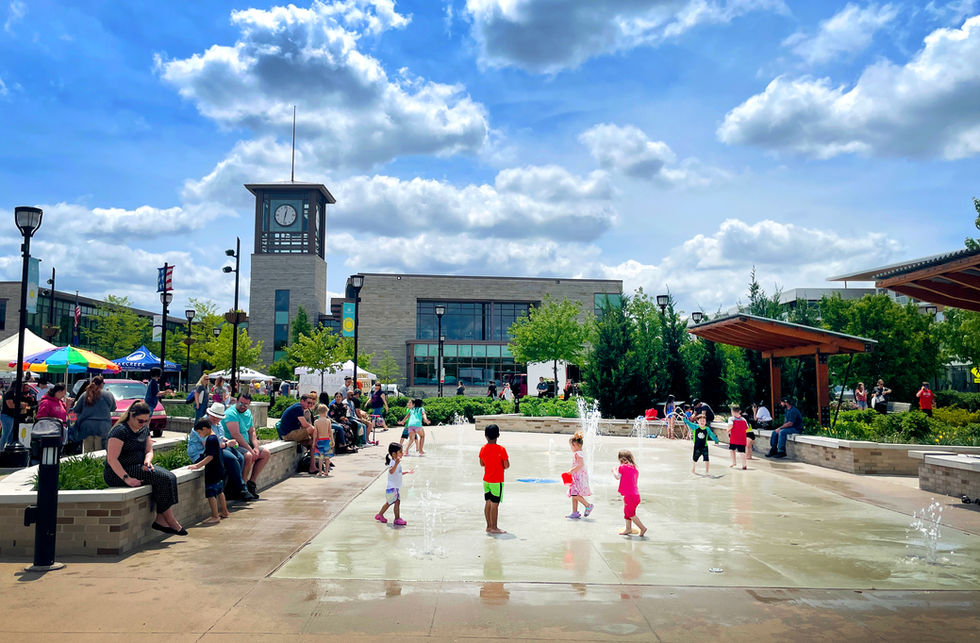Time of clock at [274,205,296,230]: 12:32
